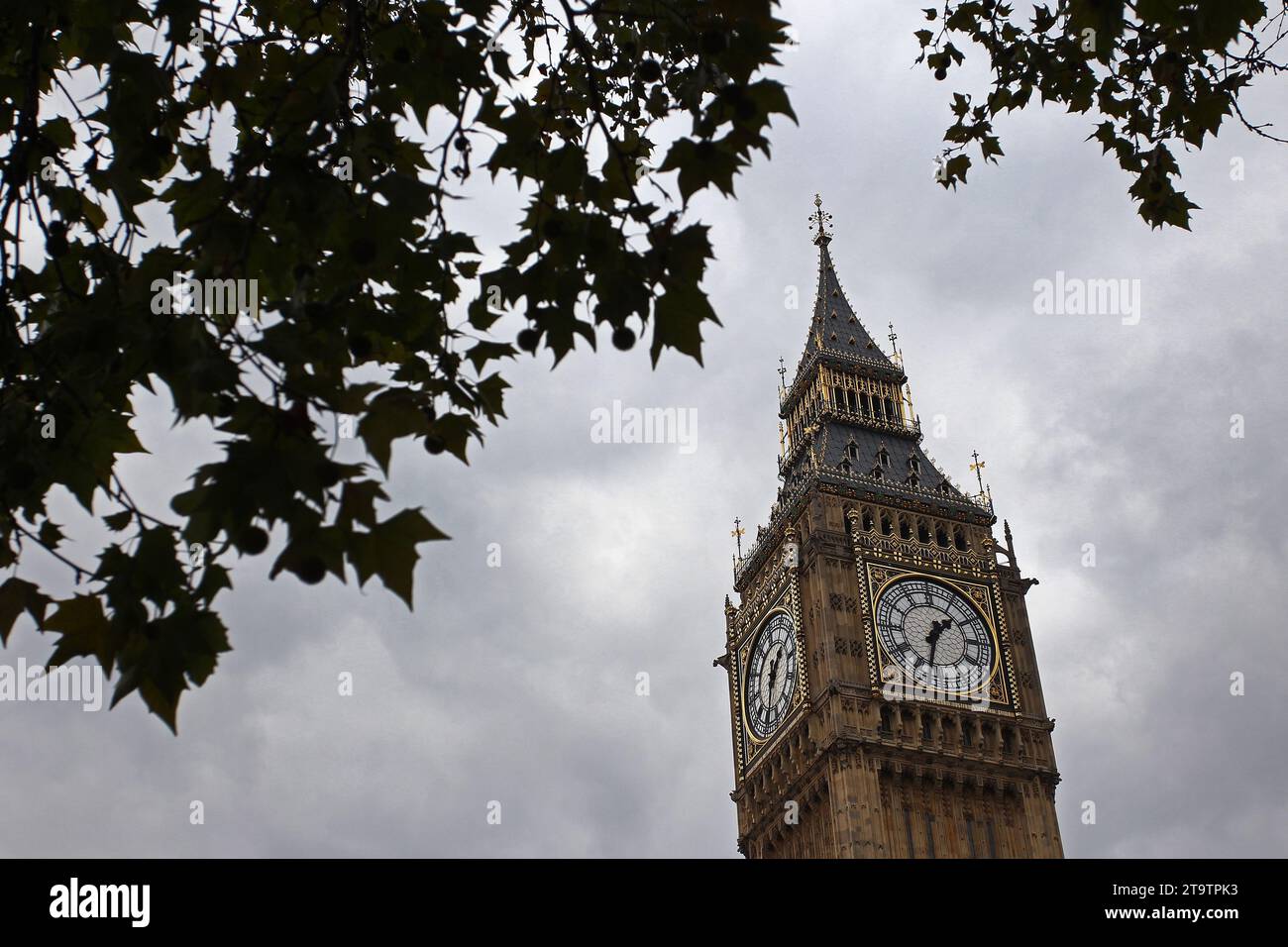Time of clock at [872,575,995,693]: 1:32
